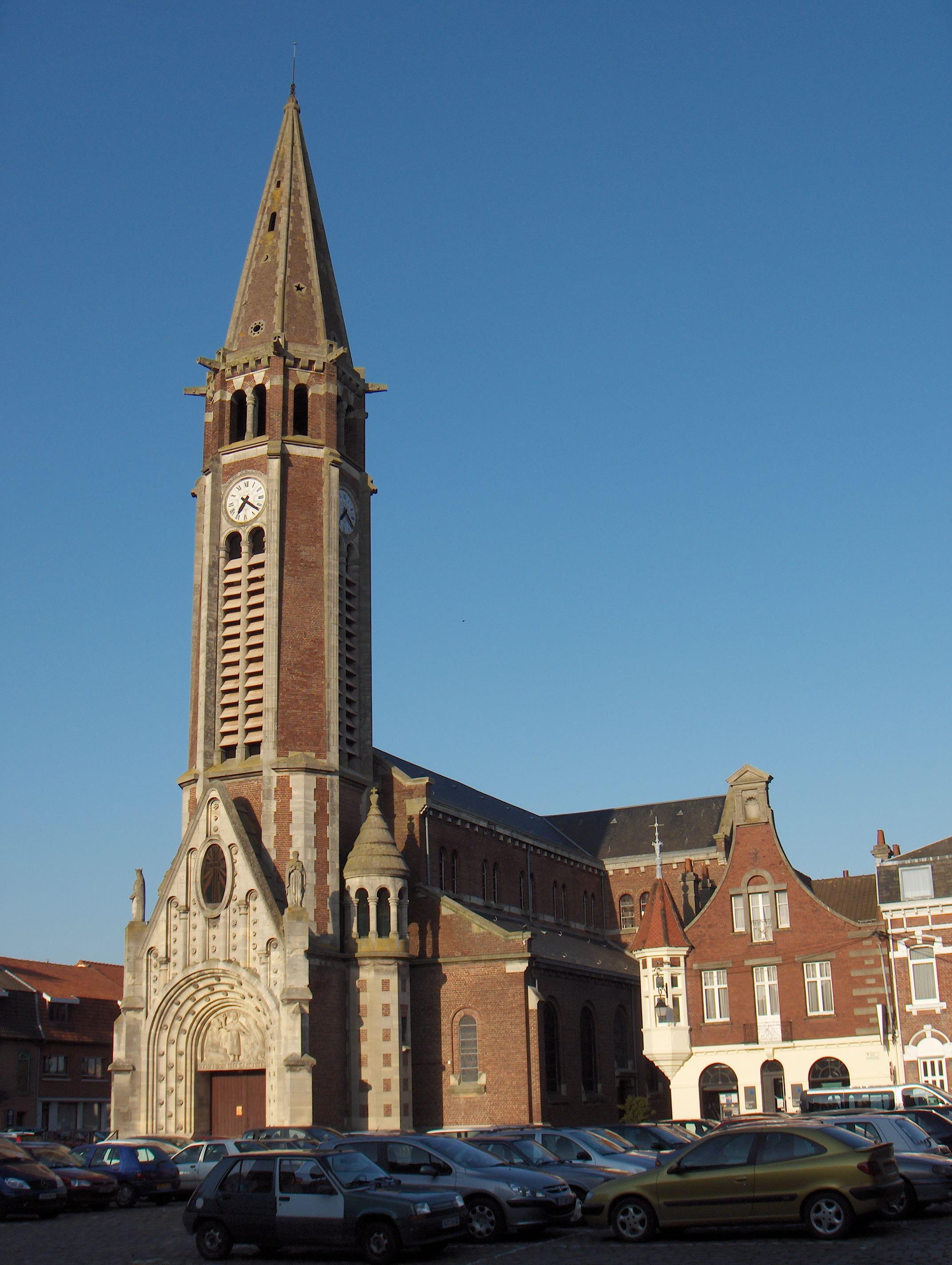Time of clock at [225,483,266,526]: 7:21
